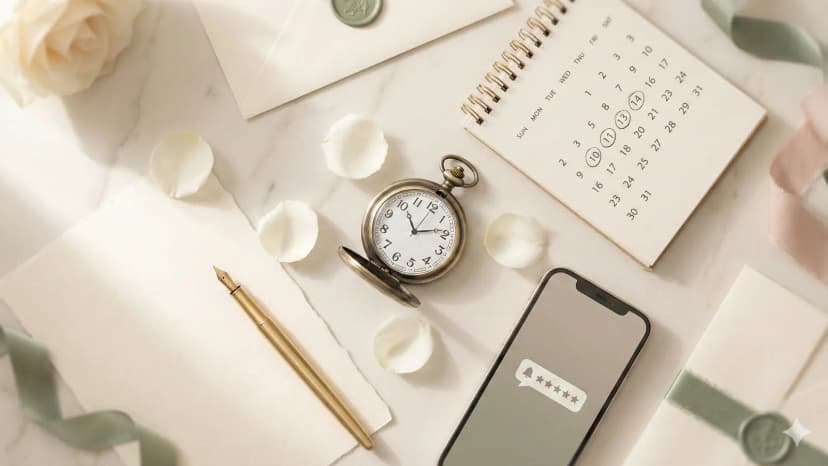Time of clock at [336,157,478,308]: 11:13
